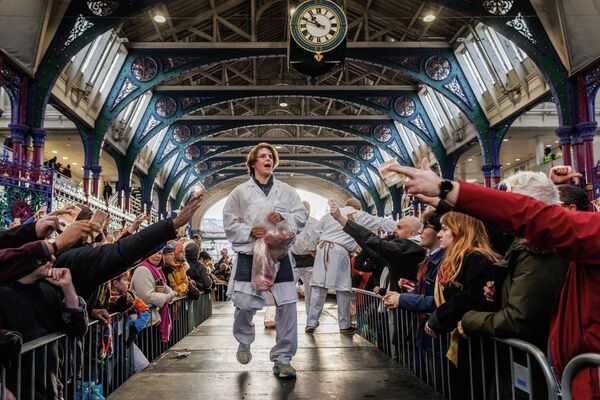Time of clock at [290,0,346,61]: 10:48
